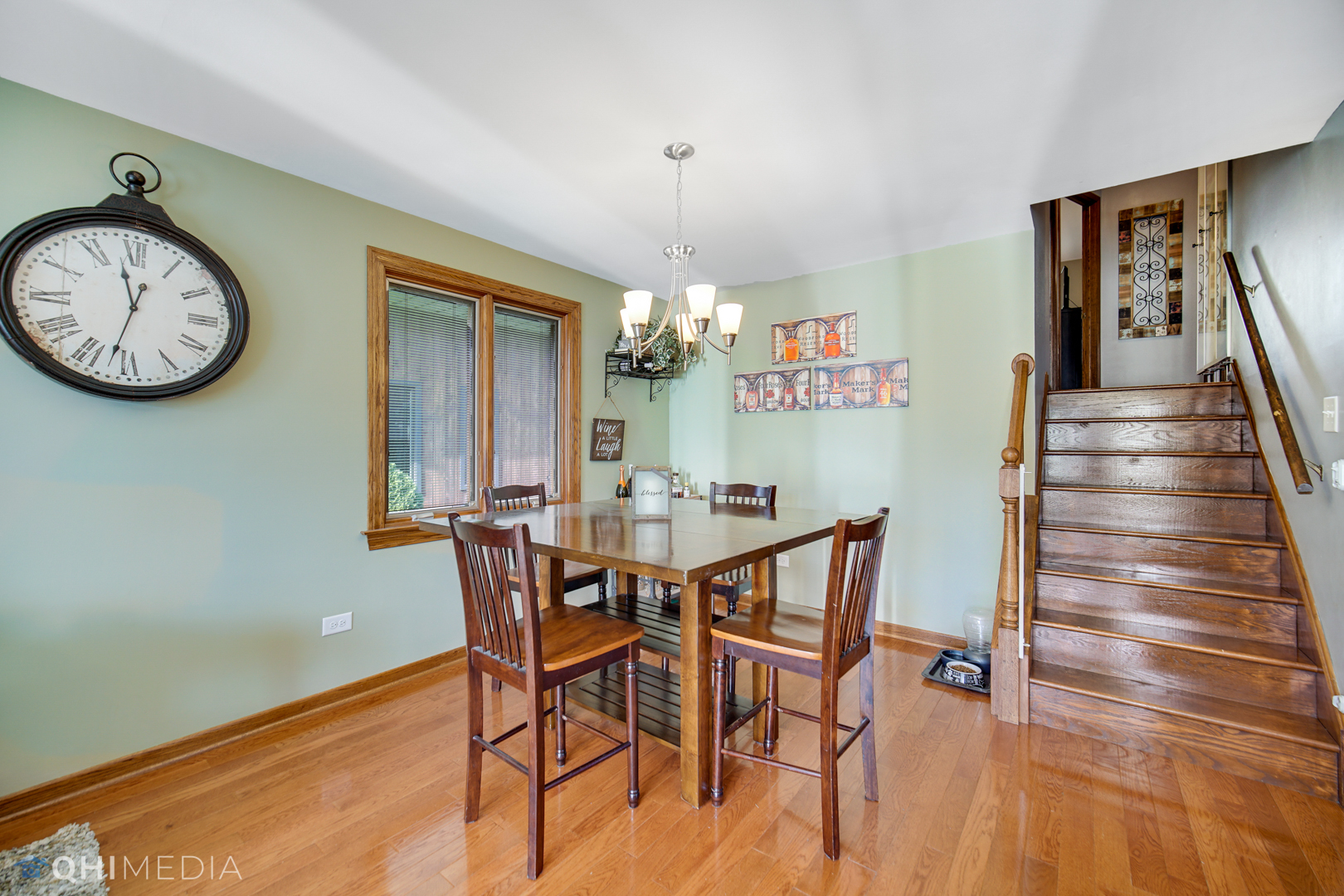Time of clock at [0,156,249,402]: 11:32
